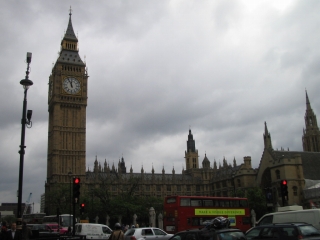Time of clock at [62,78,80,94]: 11:55
